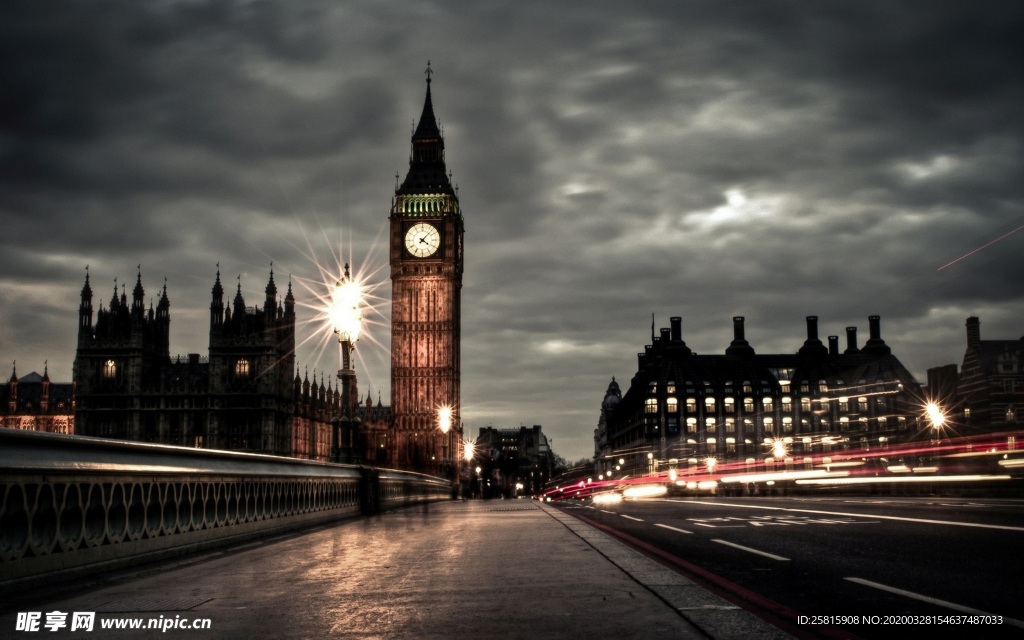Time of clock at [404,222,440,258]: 4:07
